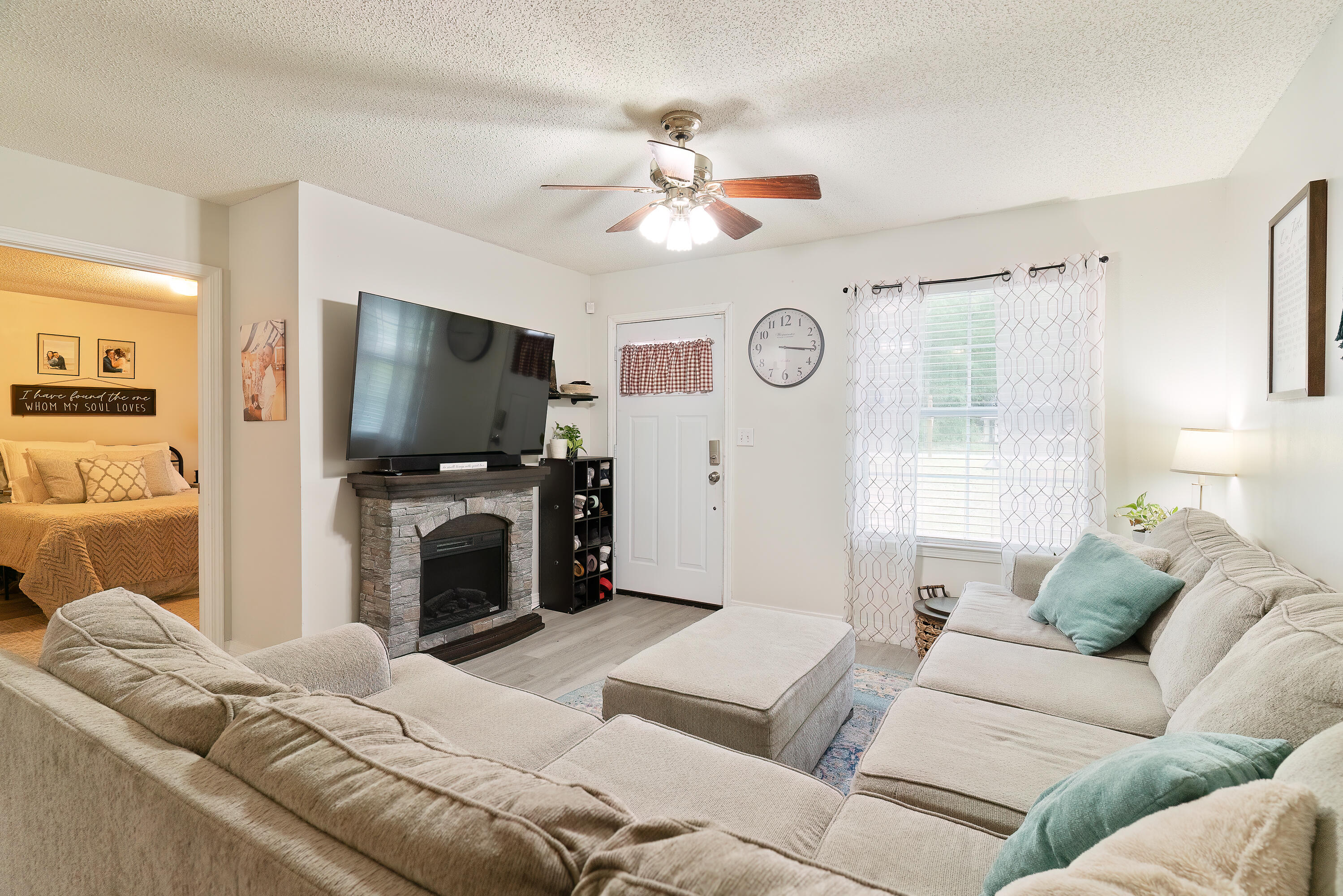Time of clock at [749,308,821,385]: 3:15
